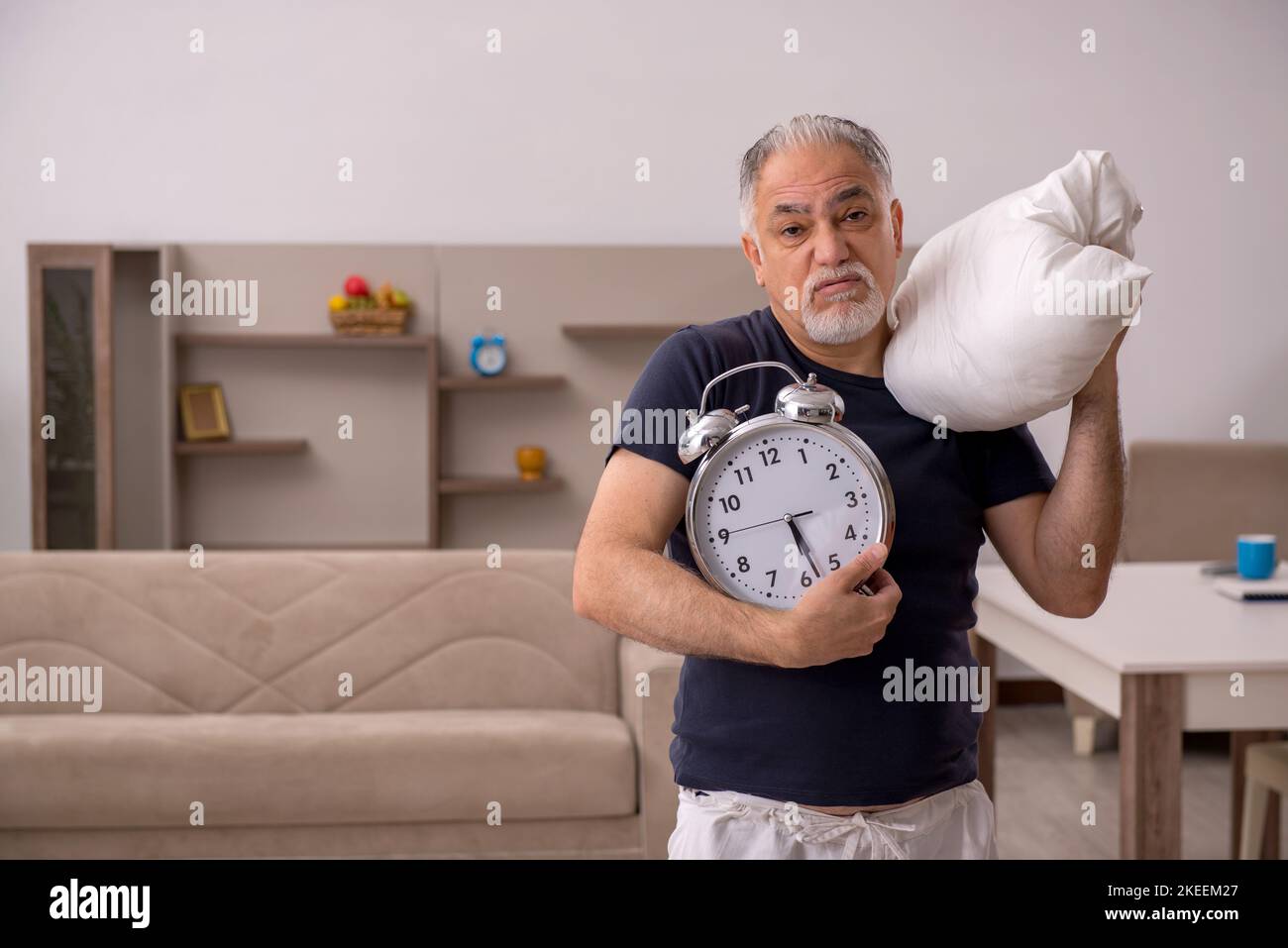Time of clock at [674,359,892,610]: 5:28
